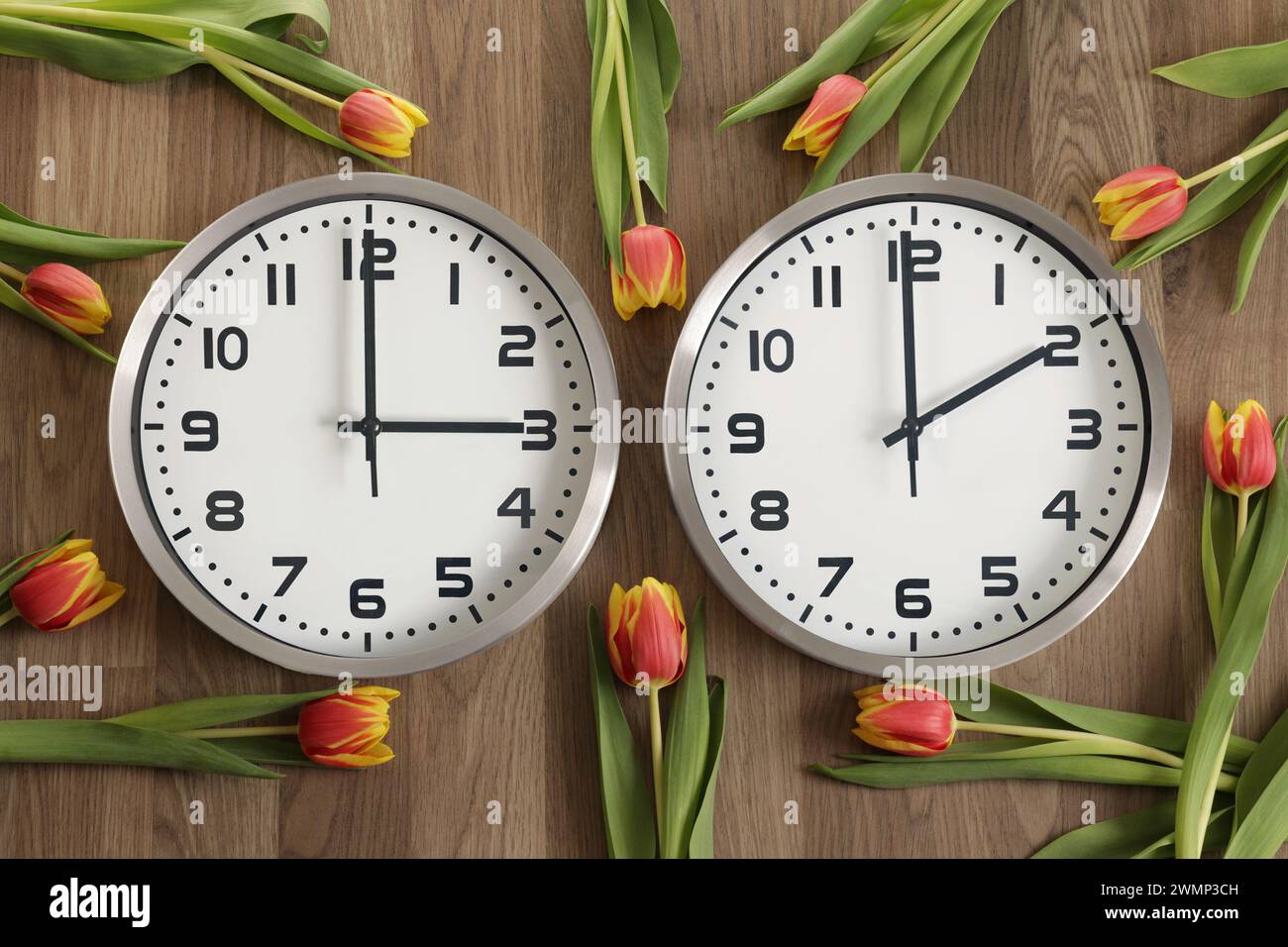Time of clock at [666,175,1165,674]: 1:59
